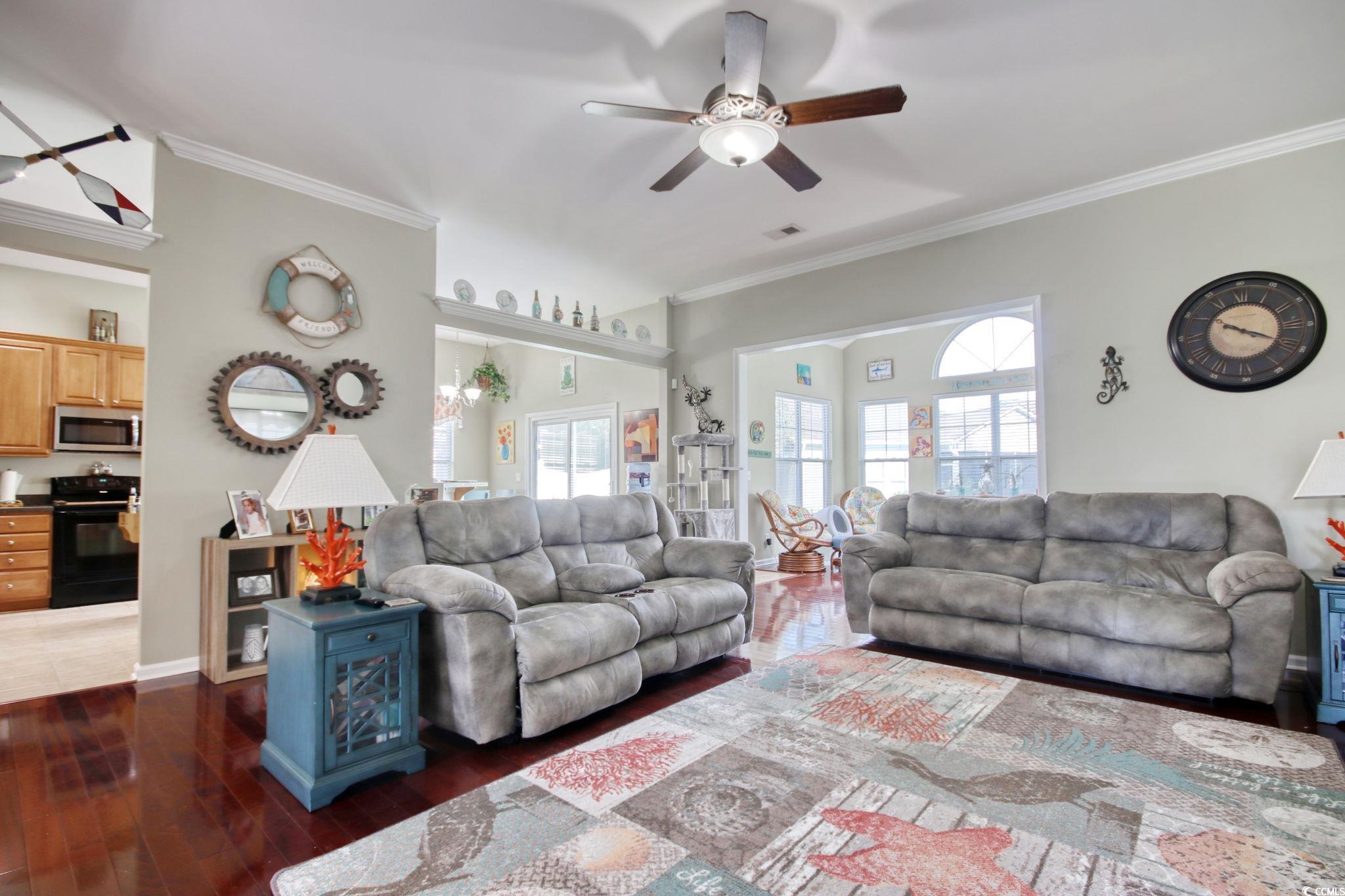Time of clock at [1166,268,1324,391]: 10:19
